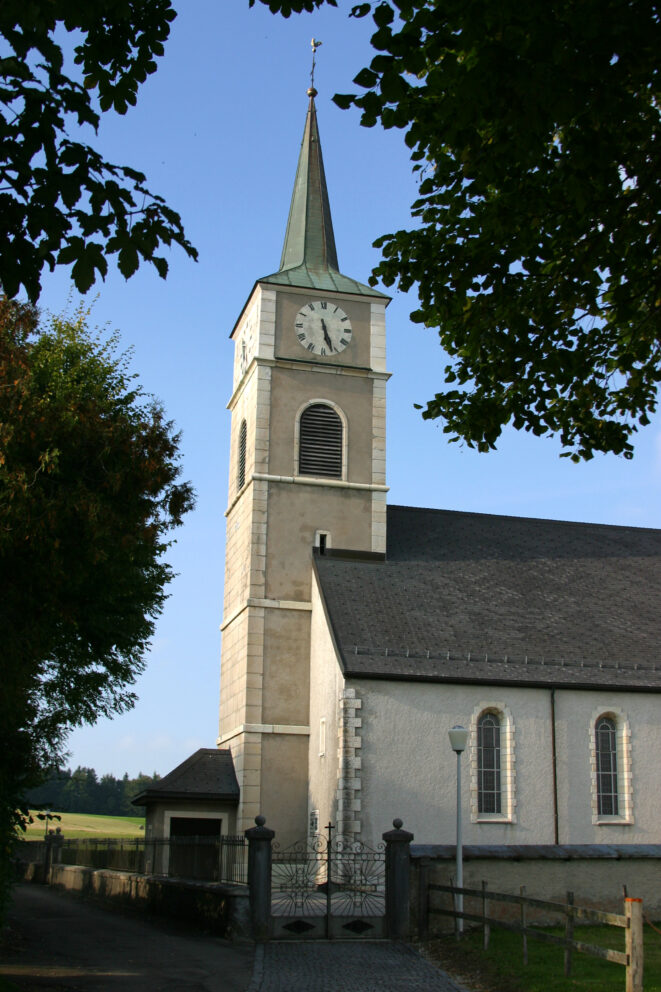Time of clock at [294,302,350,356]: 5:26
